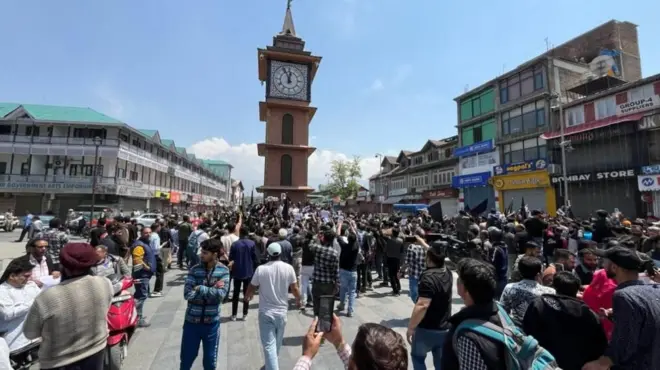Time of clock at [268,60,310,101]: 11:55
